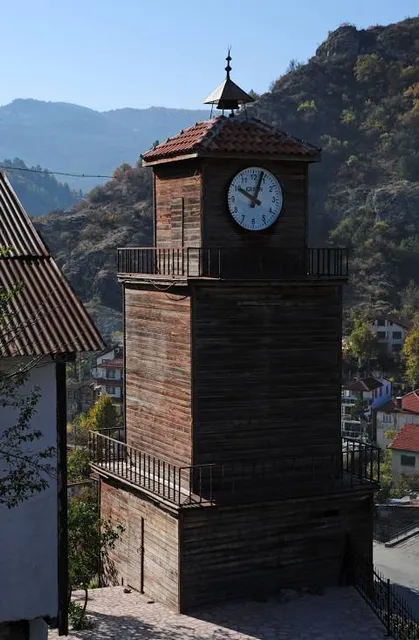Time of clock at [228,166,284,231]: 10:03
